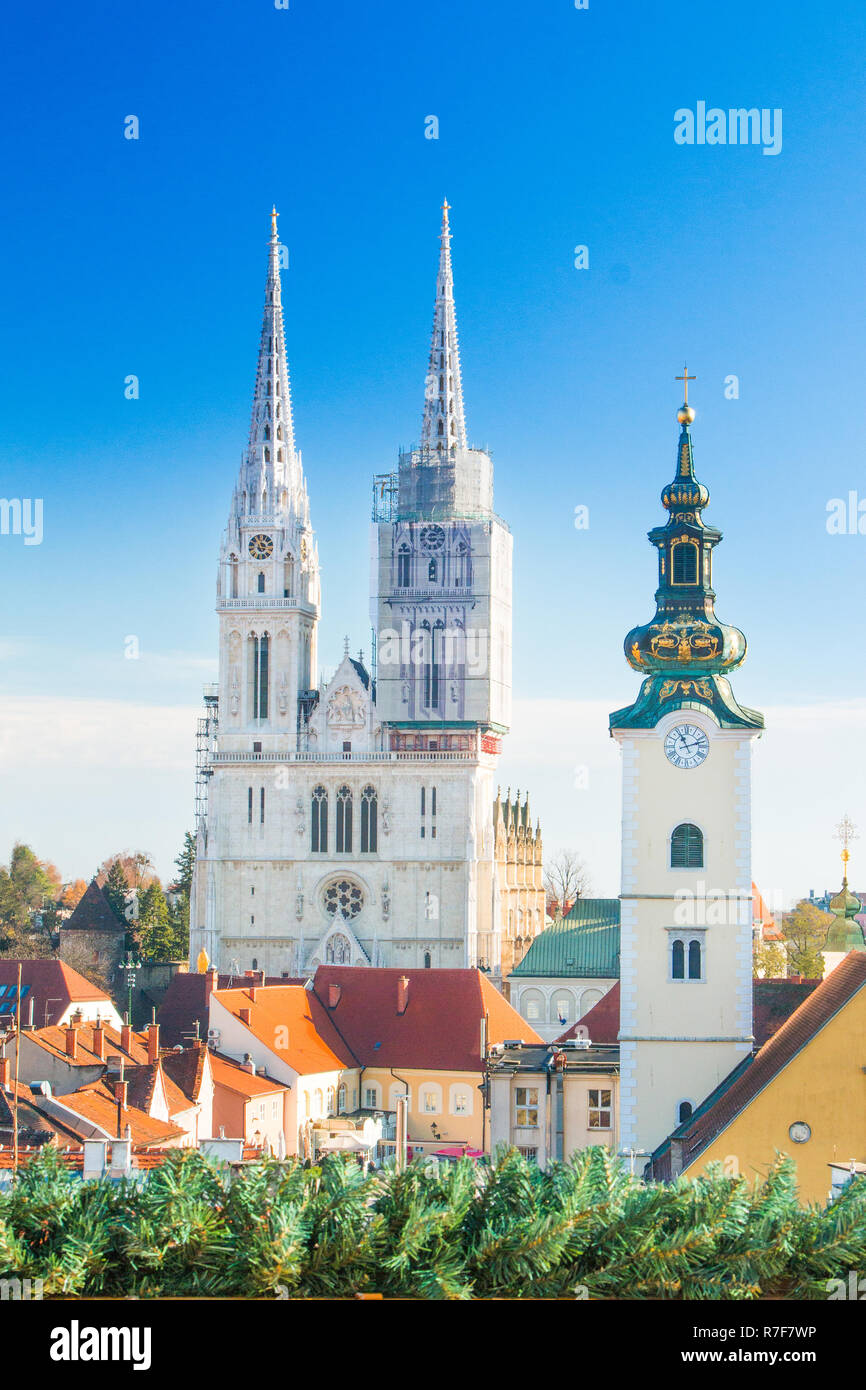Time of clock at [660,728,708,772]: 11:11
